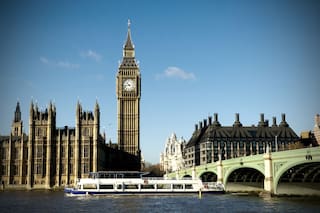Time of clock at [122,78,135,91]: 10:43
